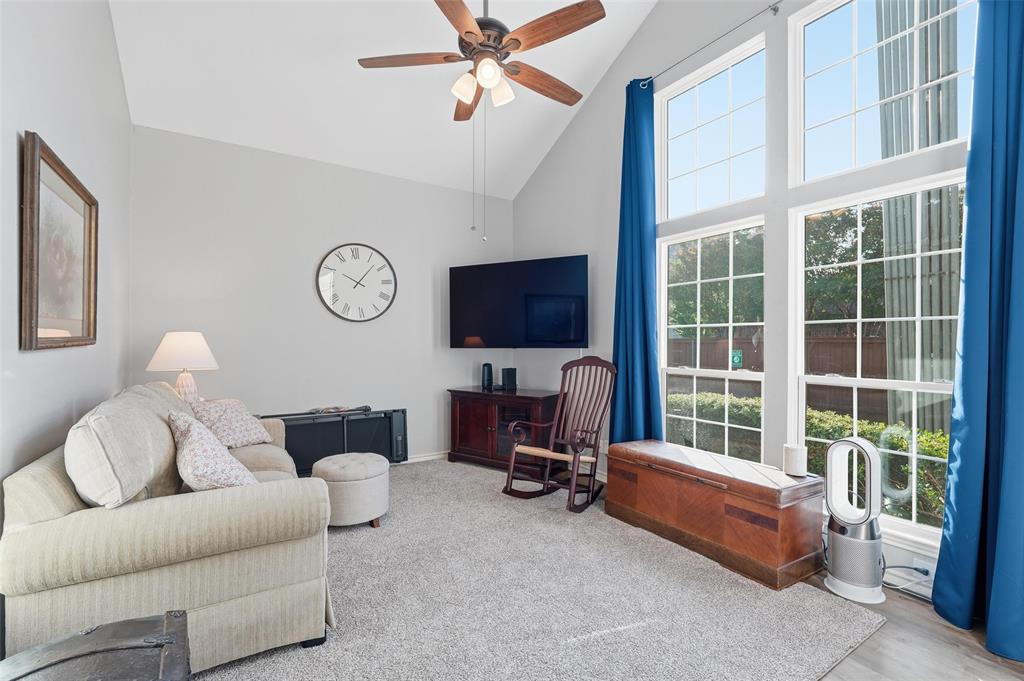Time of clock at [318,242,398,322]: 10:07
